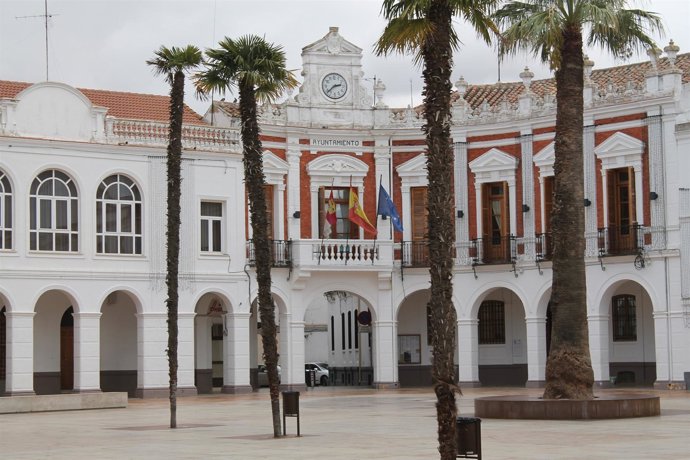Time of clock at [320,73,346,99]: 2:38
